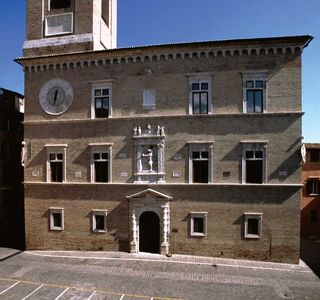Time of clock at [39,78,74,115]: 6:31
